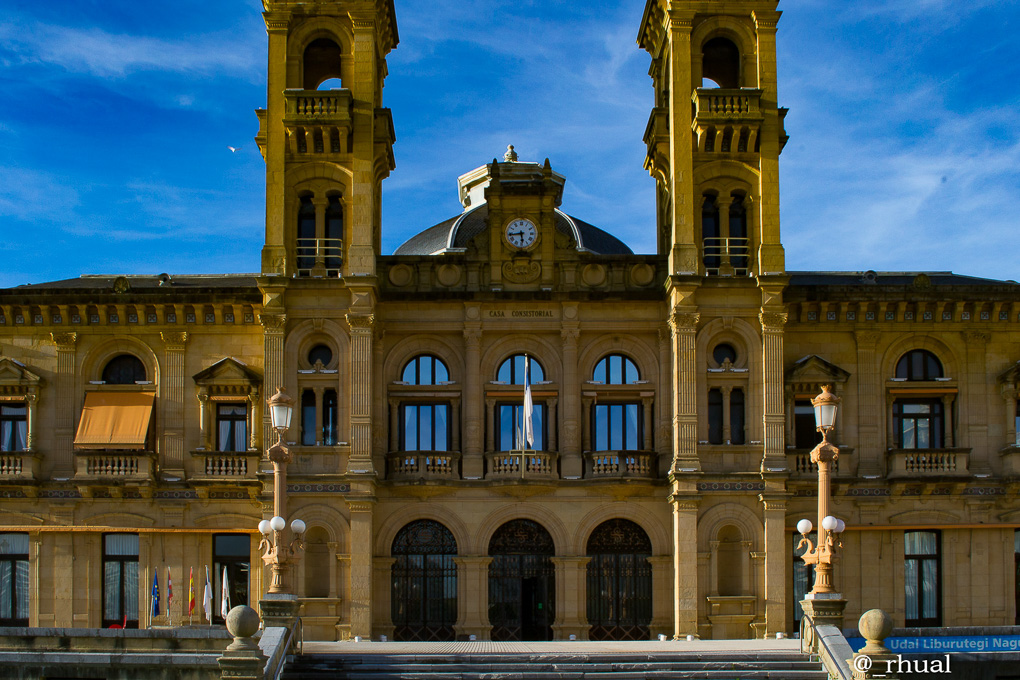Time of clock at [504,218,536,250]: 5:43
